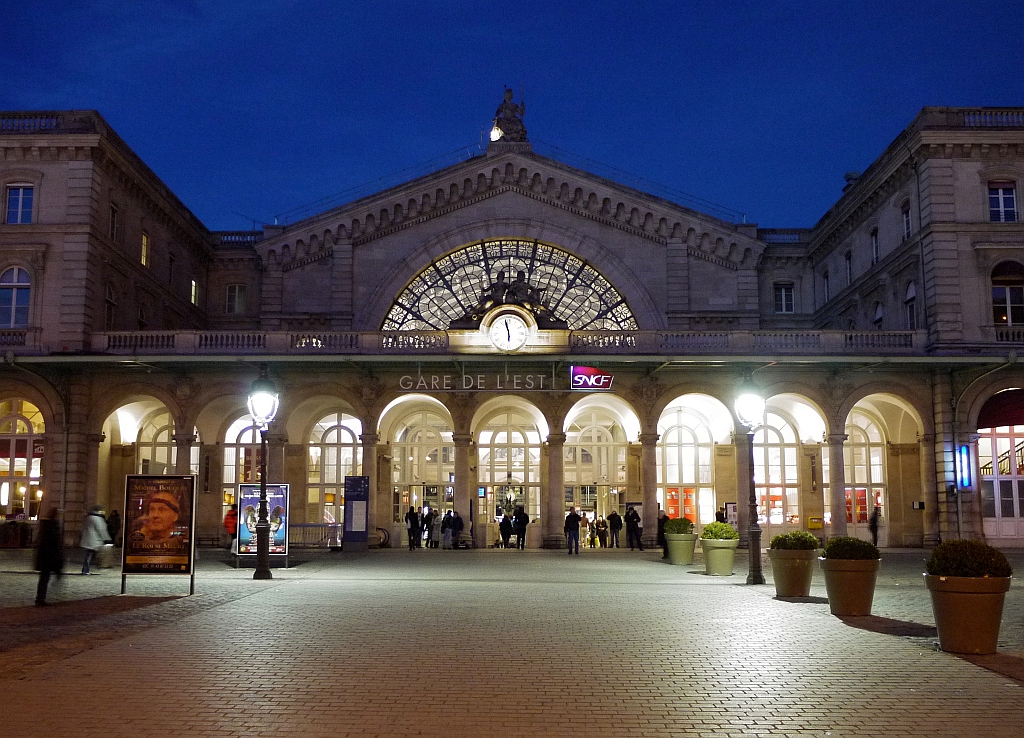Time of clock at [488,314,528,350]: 5:57
